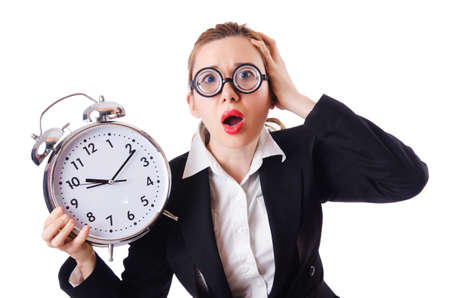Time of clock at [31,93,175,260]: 9:11
